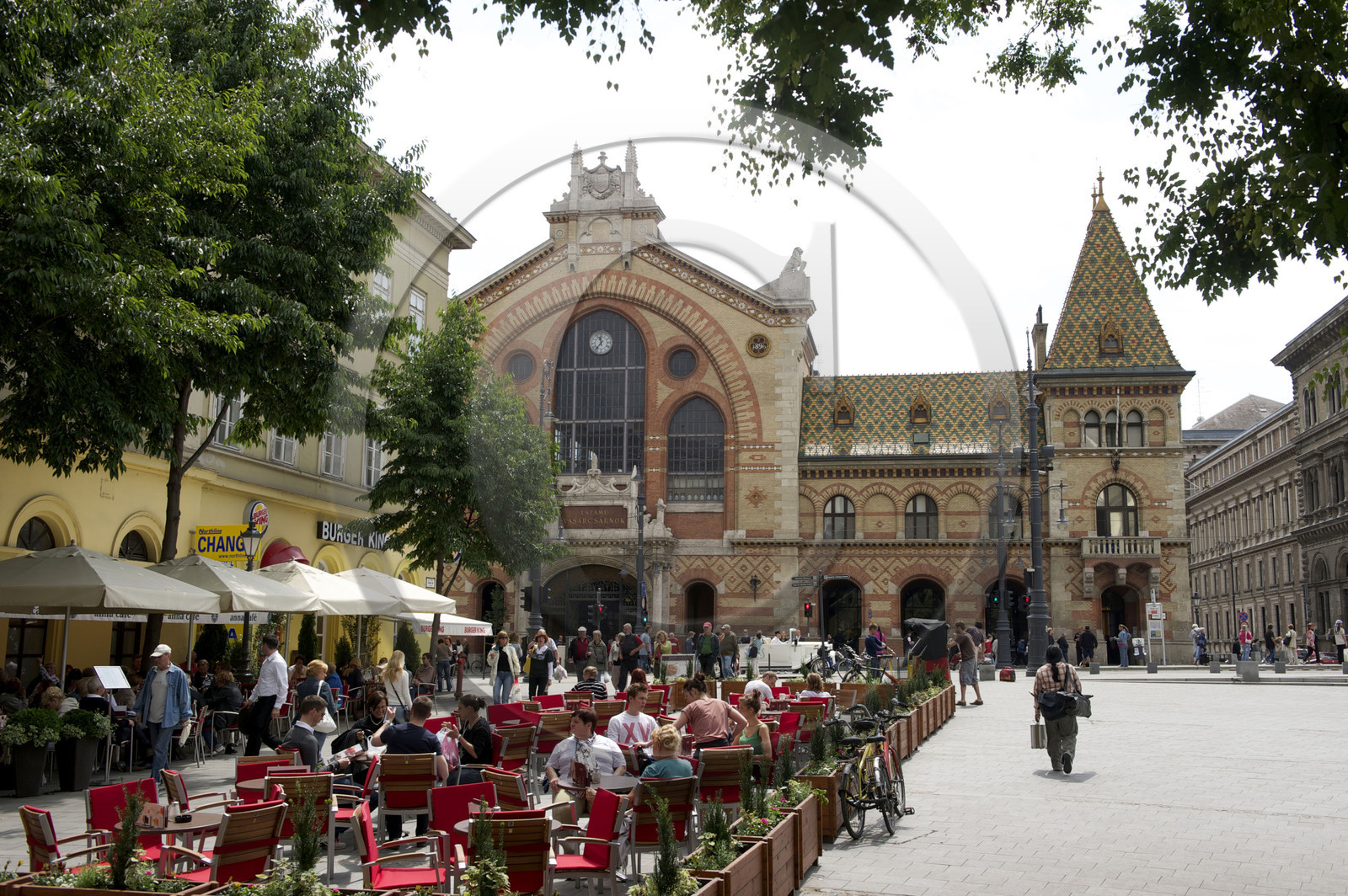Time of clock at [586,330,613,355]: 11:36
